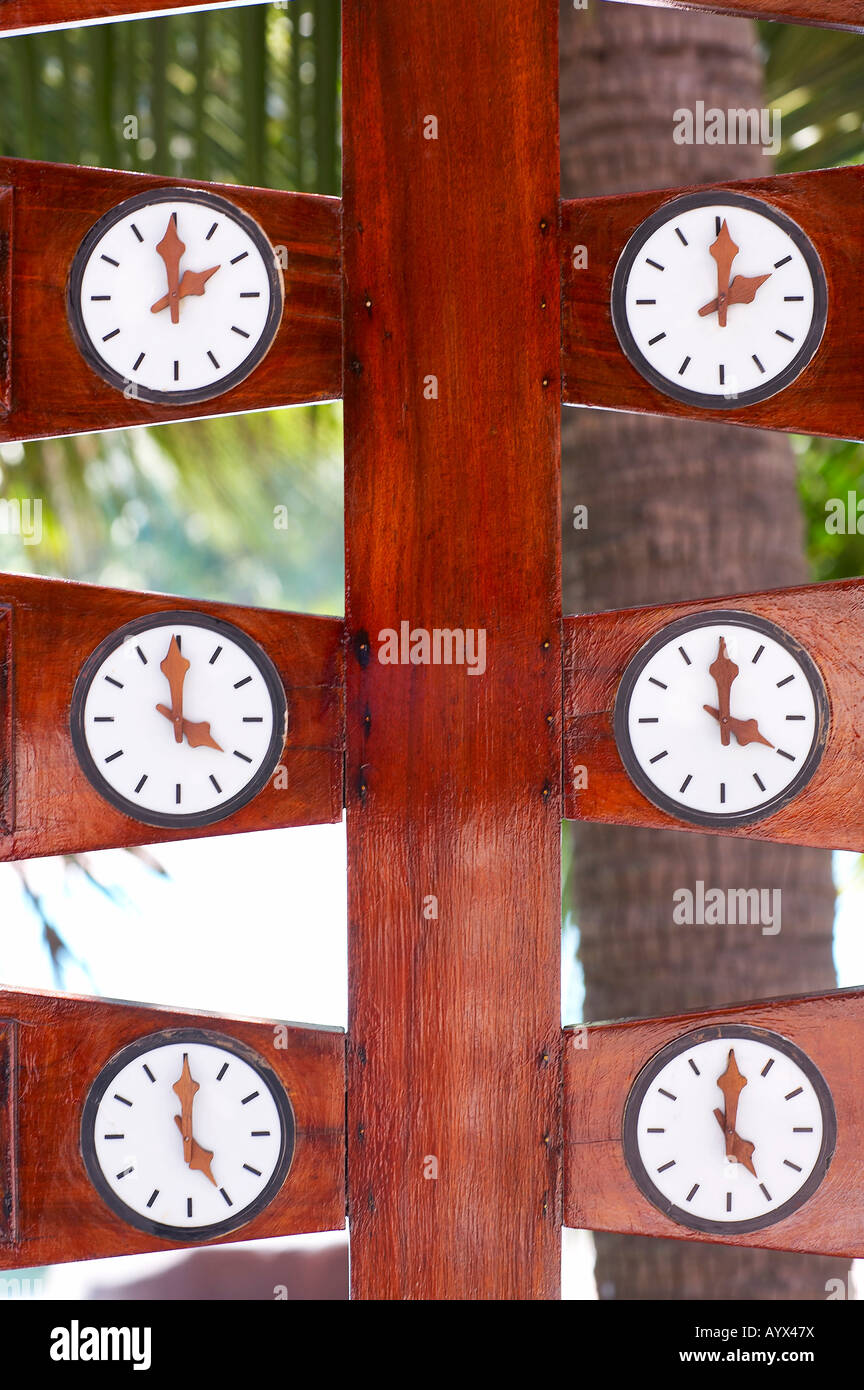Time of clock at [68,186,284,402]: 1:59
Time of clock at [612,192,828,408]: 2:00
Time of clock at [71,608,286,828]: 3:59
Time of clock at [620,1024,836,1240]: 5:00
